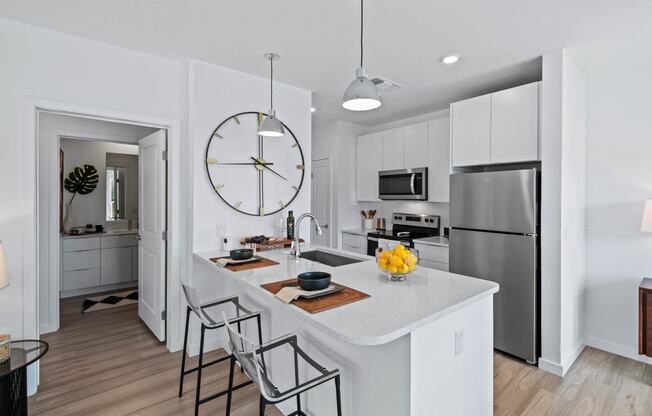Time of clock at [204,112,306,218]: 3:44
